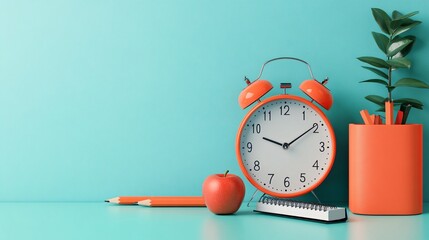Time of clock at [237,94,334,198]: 9:09
